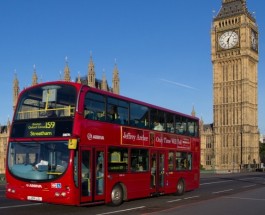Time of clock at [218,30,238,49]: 6:05
